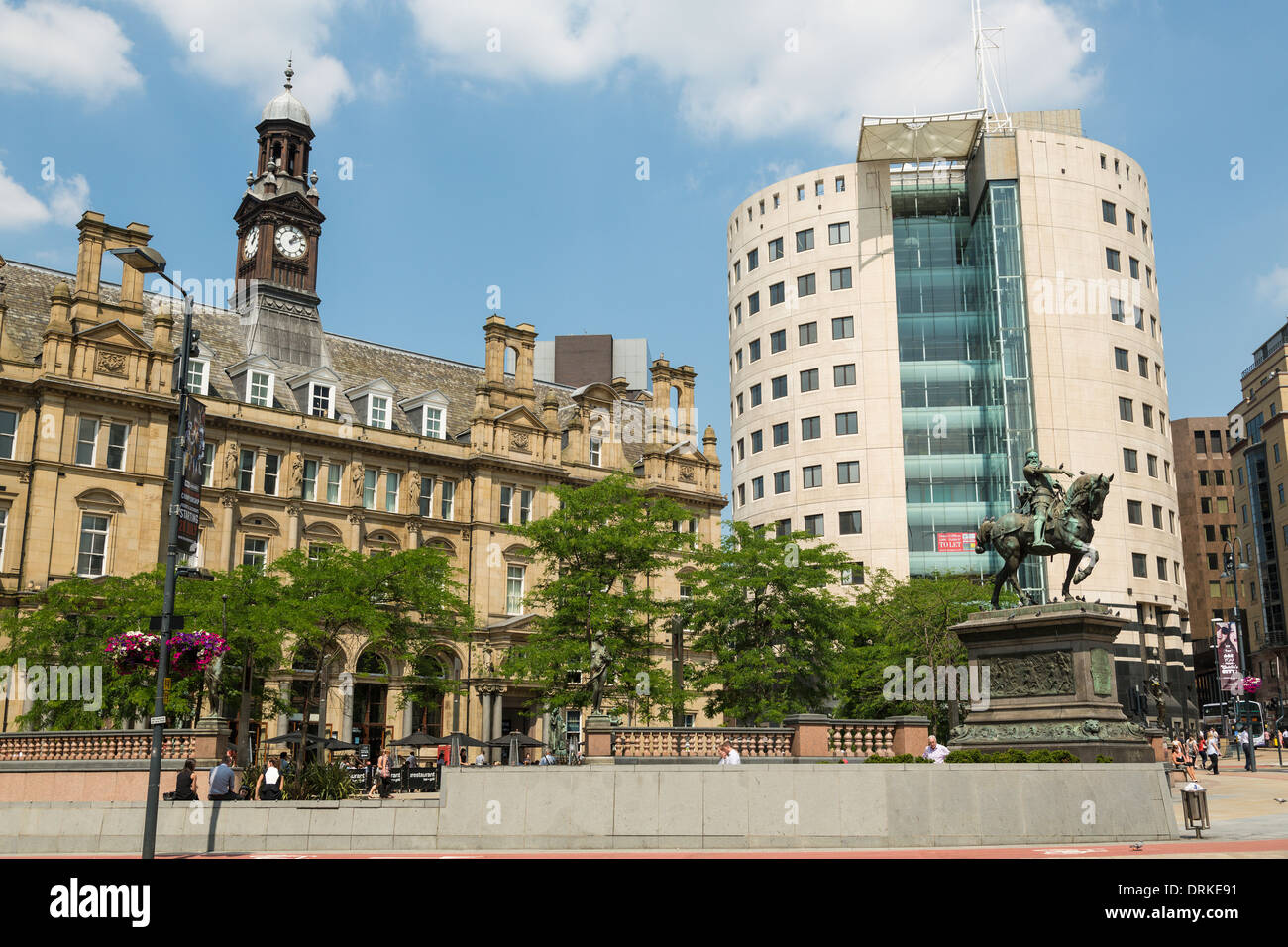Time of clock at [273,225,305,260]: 1:09
